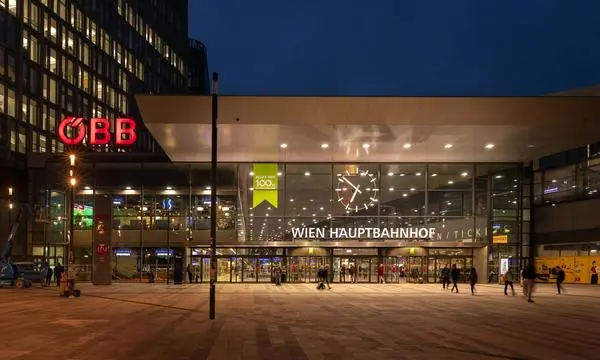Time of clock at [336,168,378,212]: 6:51
